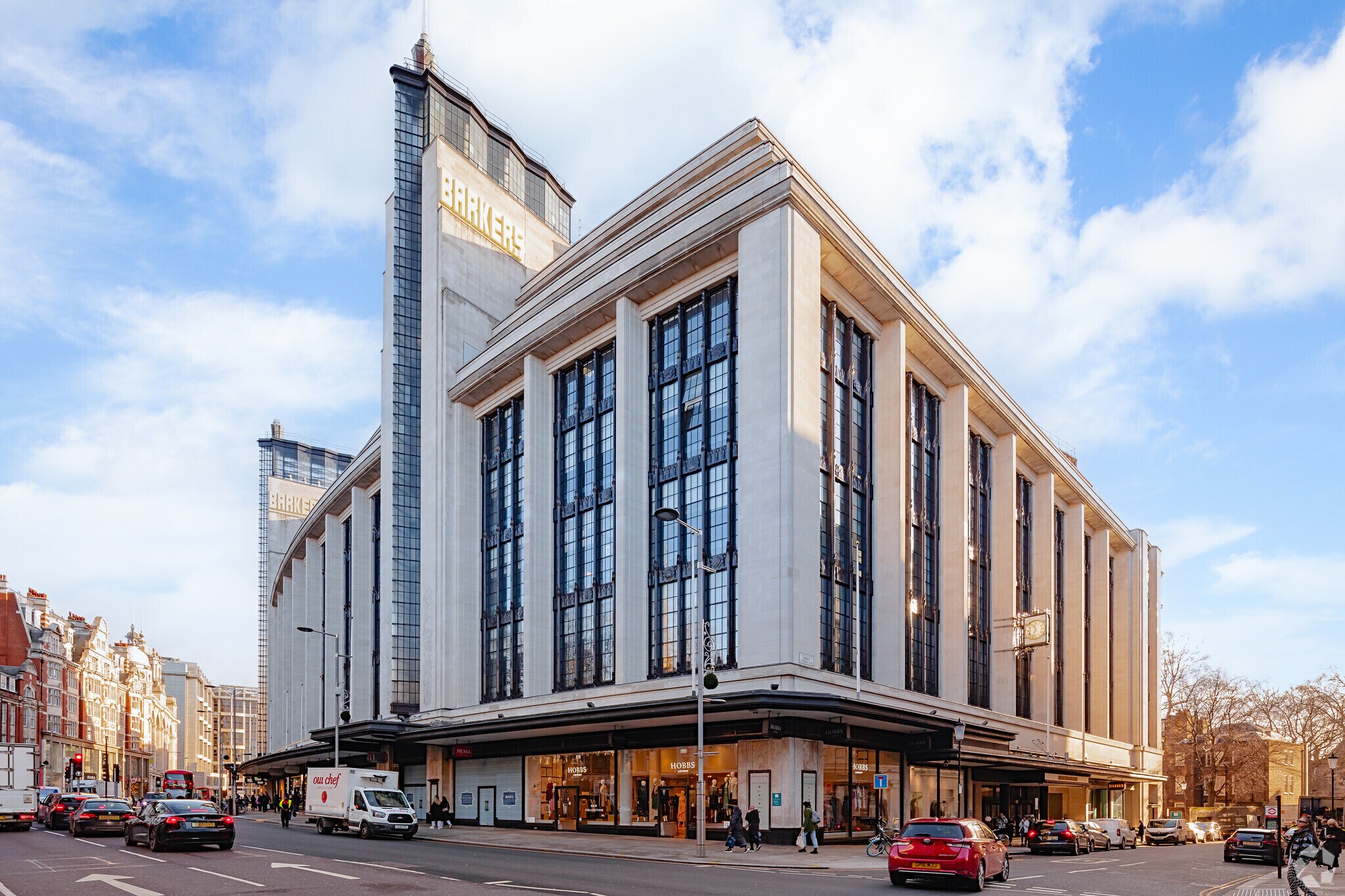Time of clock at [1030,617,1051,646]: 11:33
